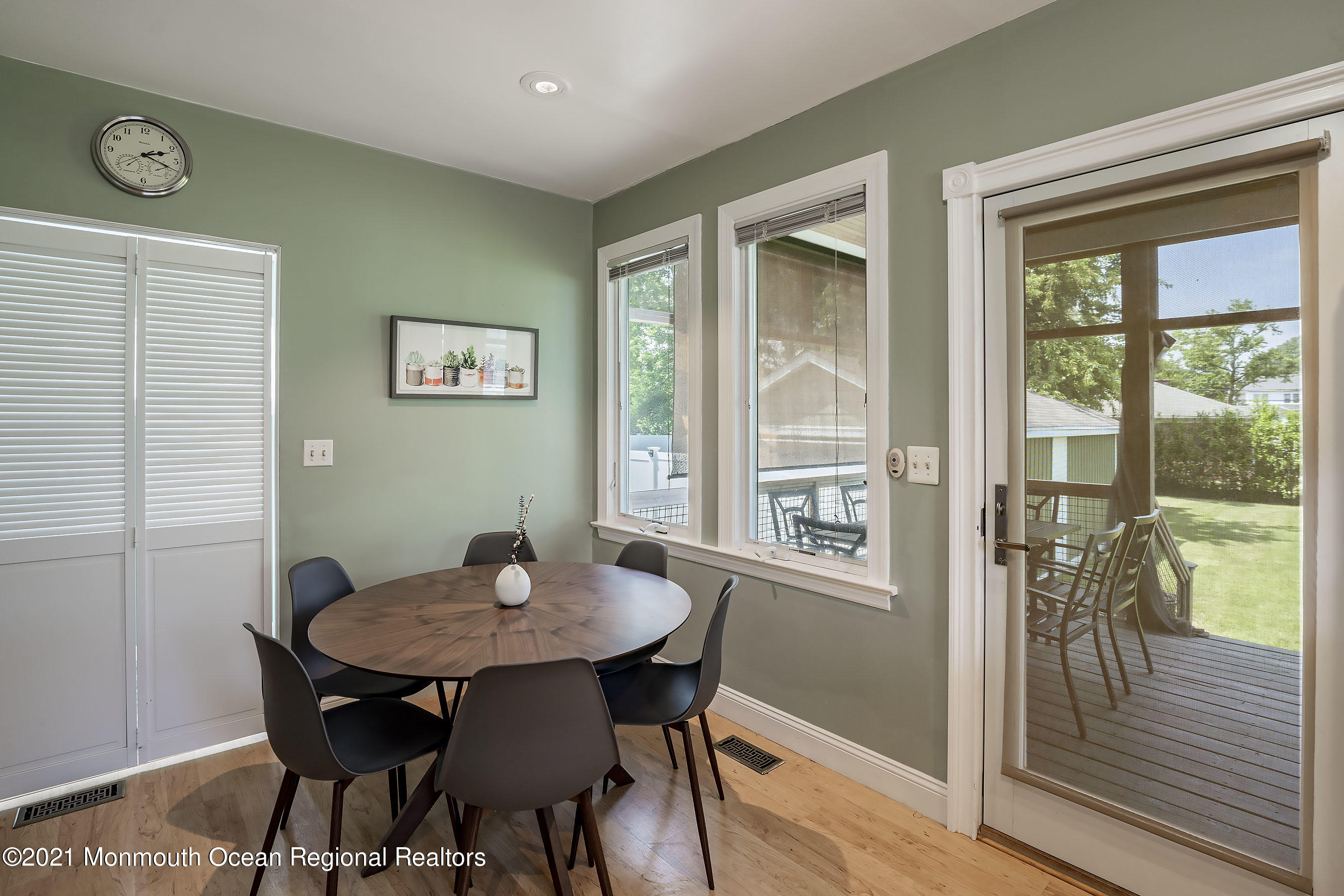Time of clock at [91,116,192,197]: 2:18
